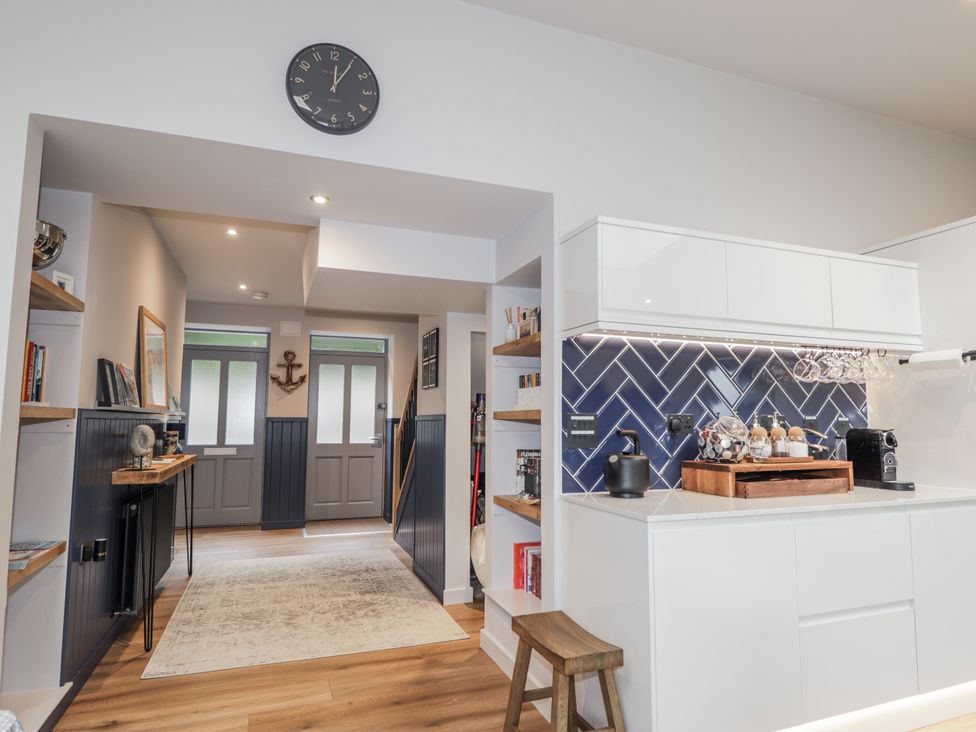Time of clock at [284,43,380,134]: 12:05
